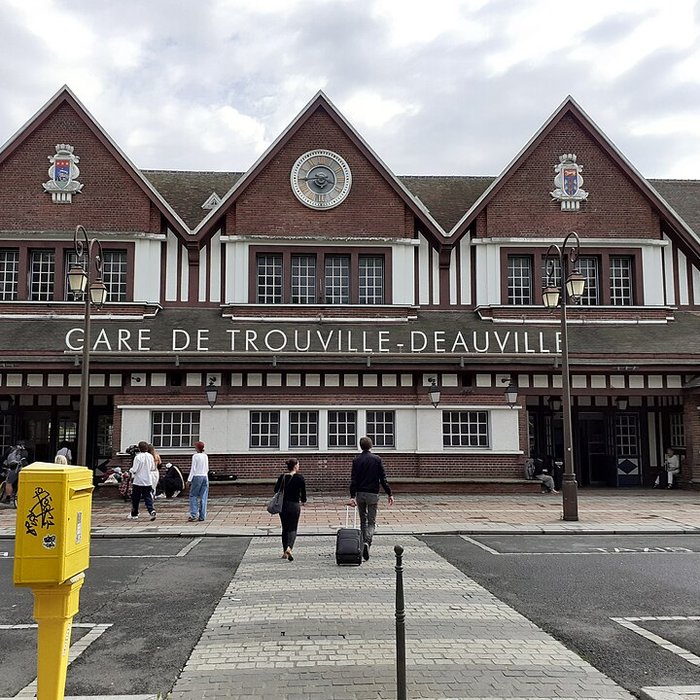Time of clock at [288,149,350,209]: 3:44
